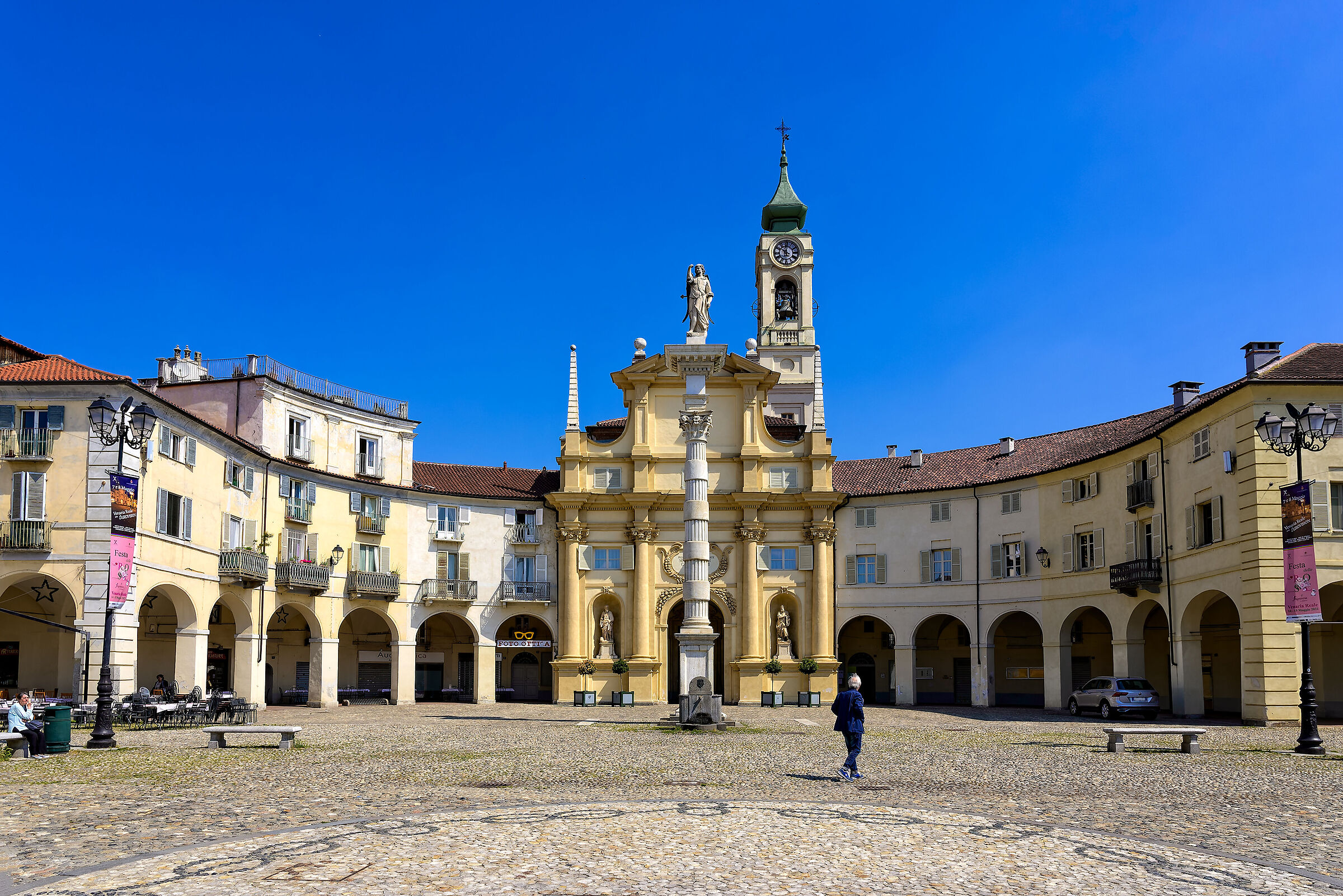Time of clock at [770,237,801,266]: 11:50
